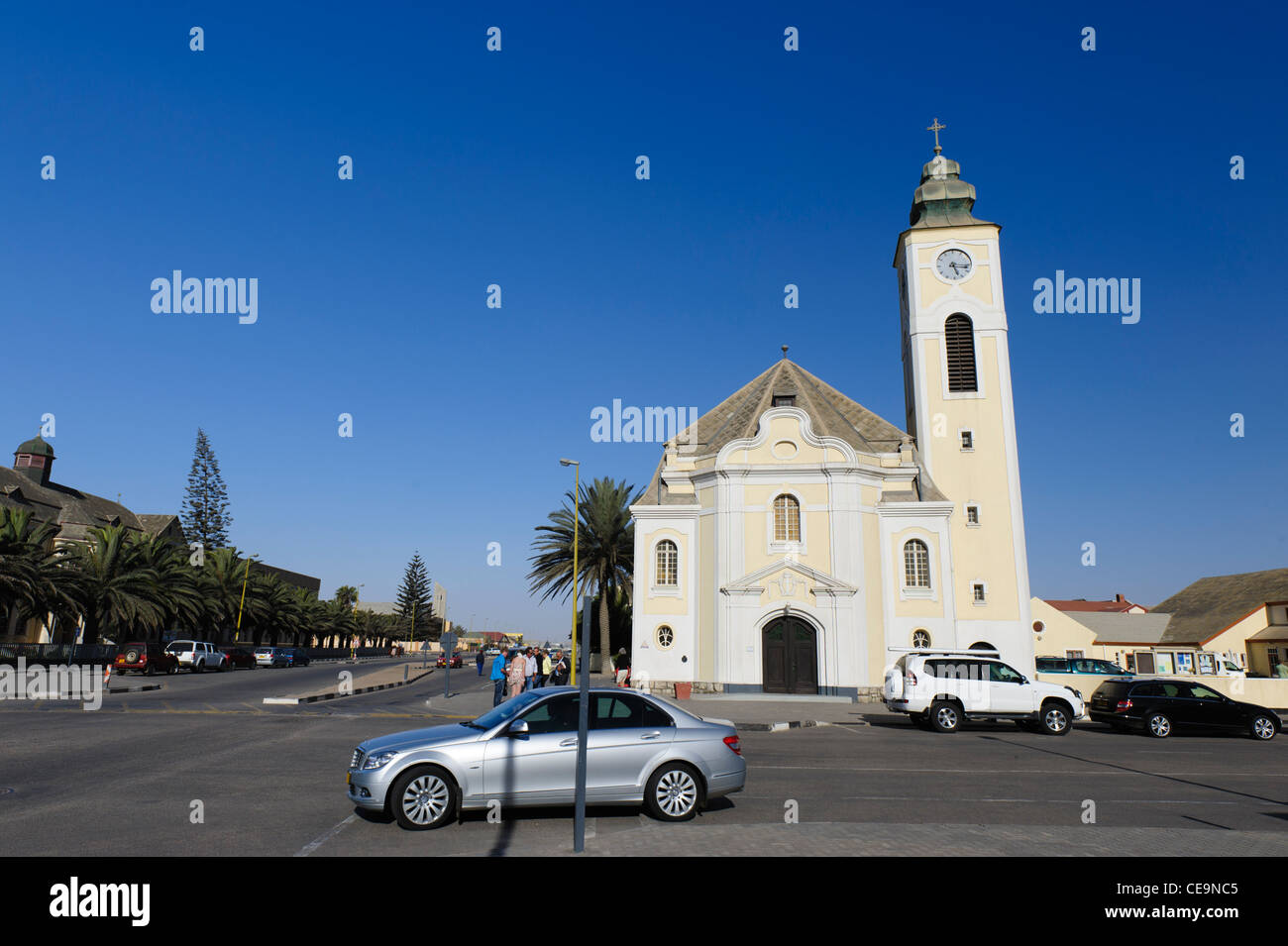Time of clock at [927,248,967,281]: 5:16
